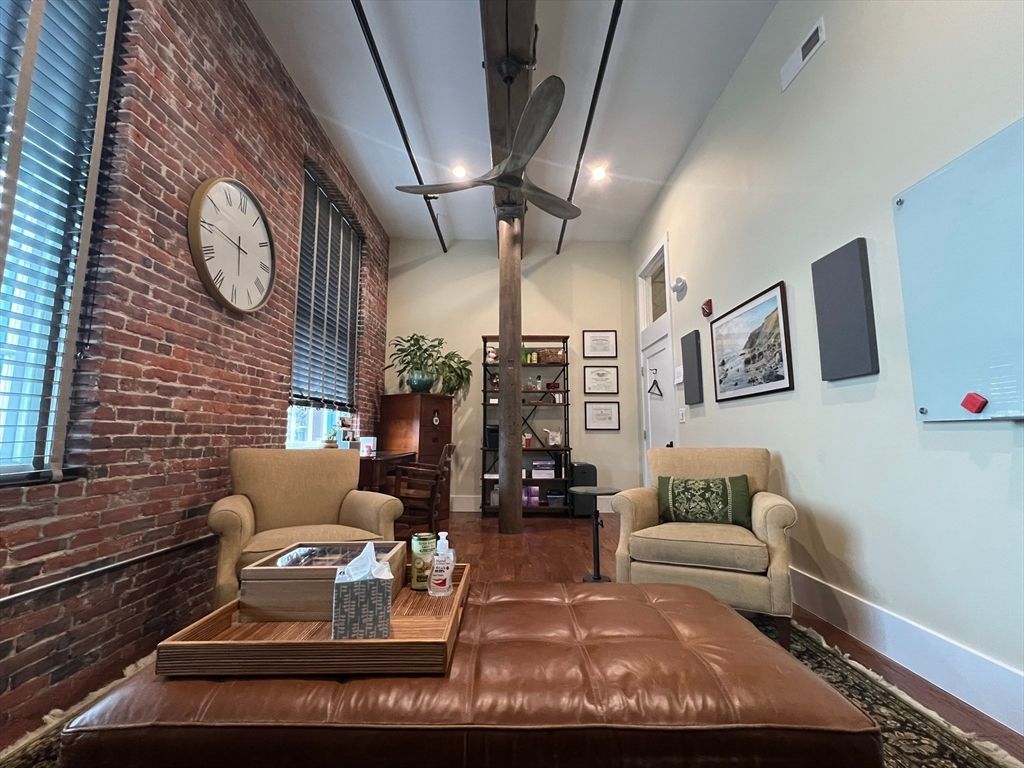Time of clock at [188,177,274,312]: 5:45
